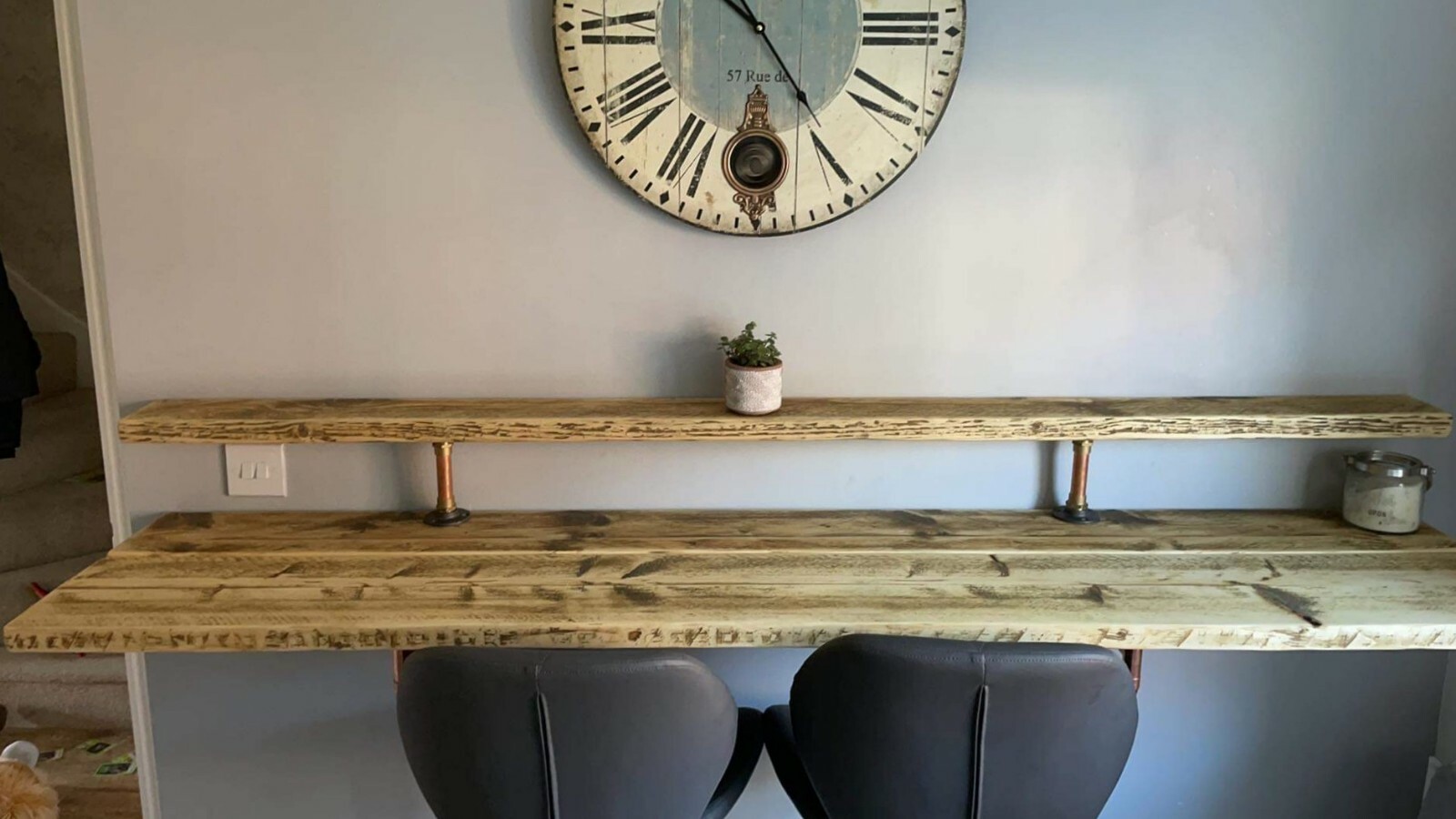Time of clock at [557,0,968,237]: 10:24
